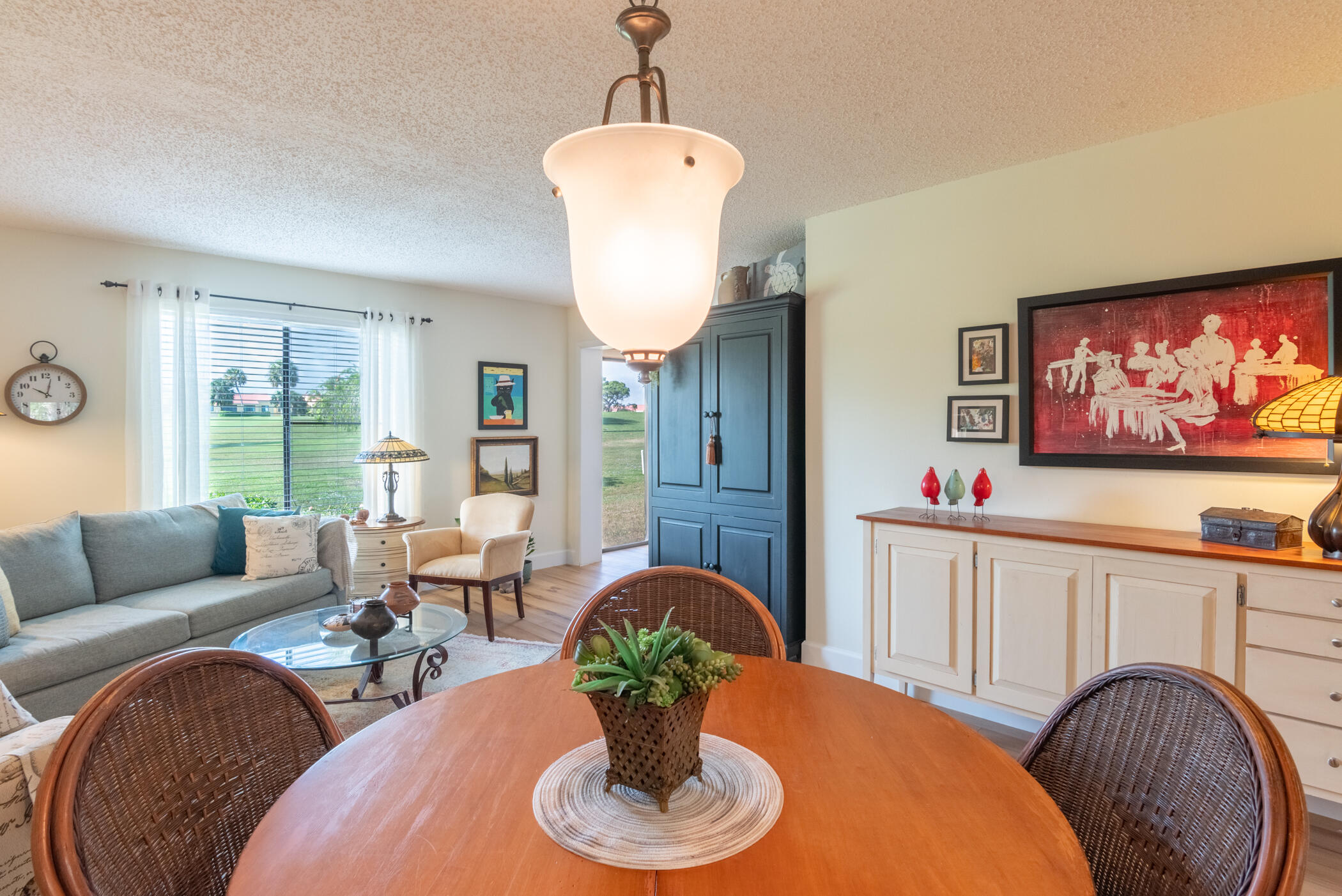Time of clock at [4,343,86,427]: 10:02
